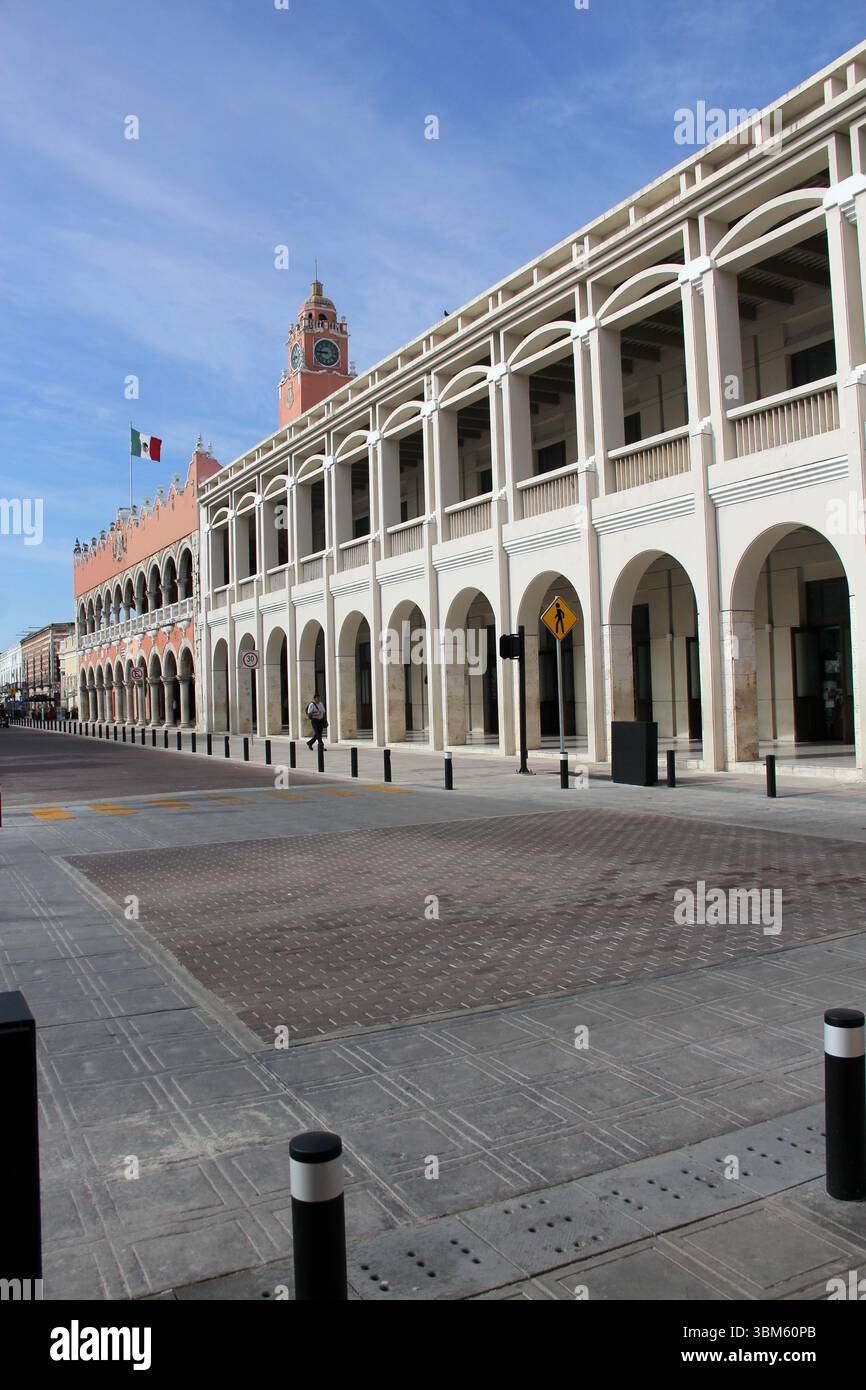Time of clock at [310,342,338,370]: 8:45
